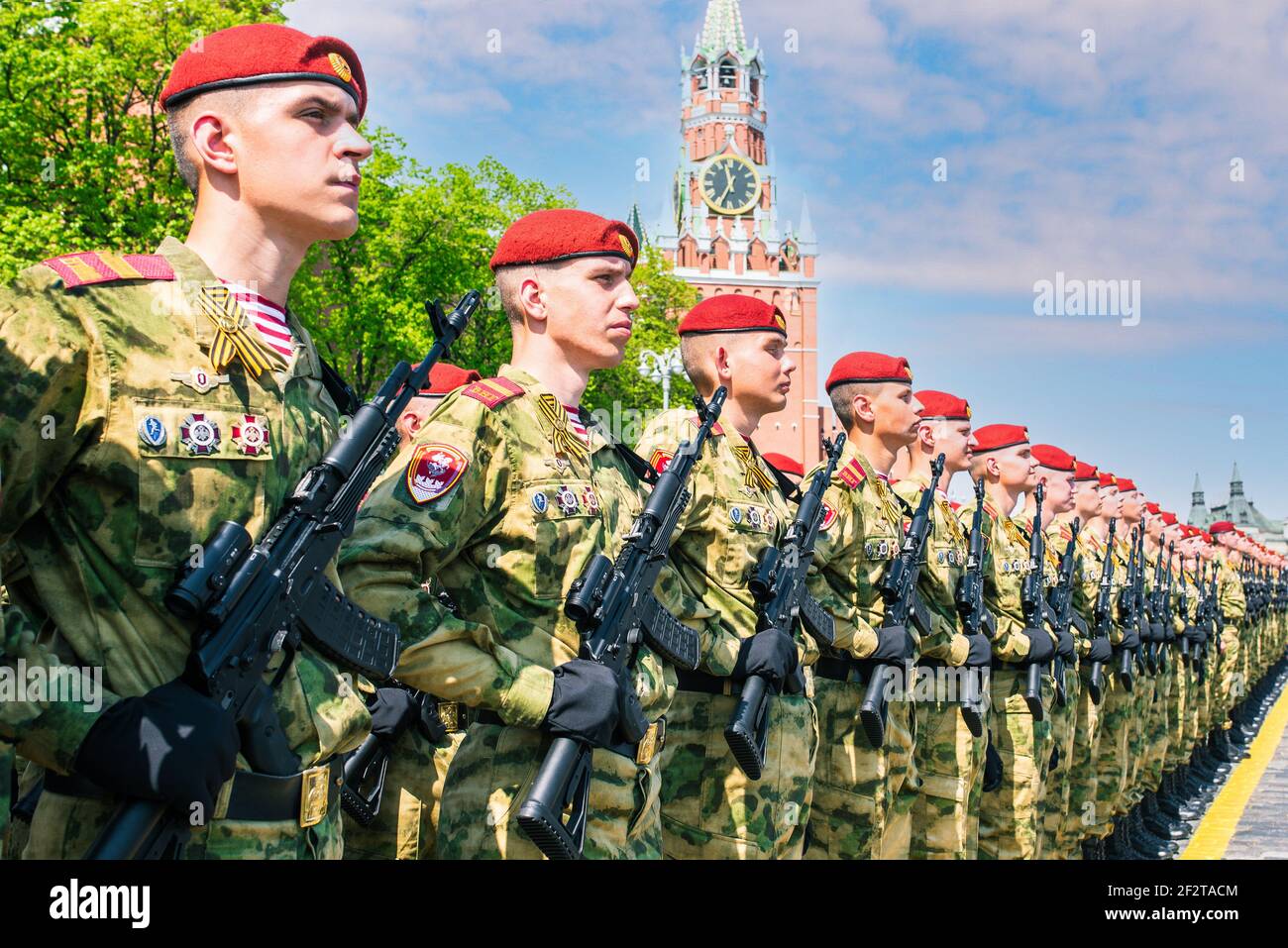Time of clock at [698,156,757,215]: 11:34
